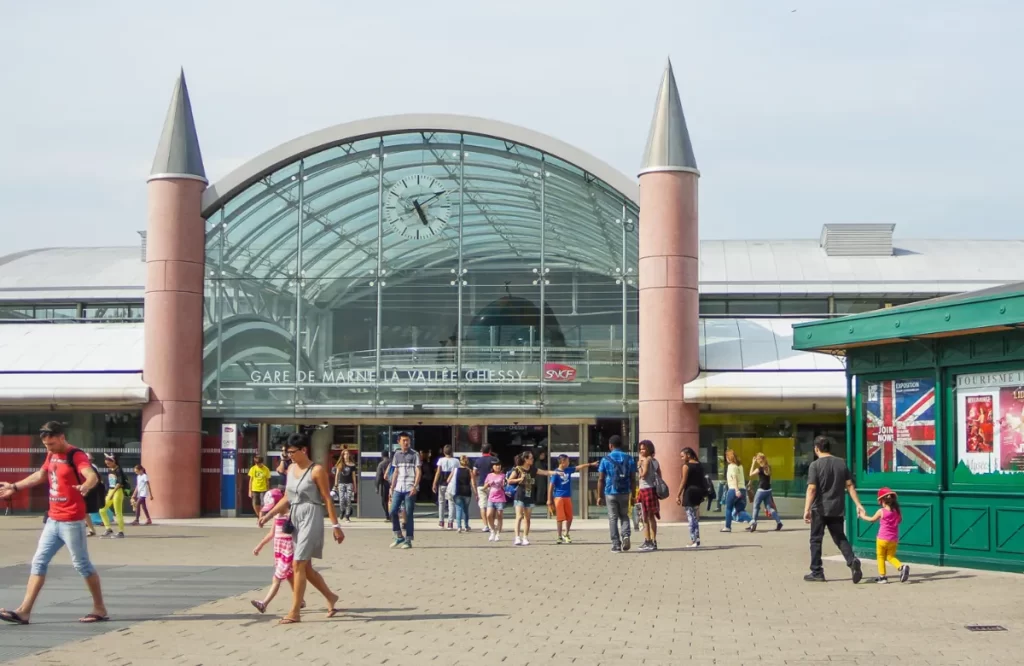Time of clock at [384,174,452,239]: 5:09
